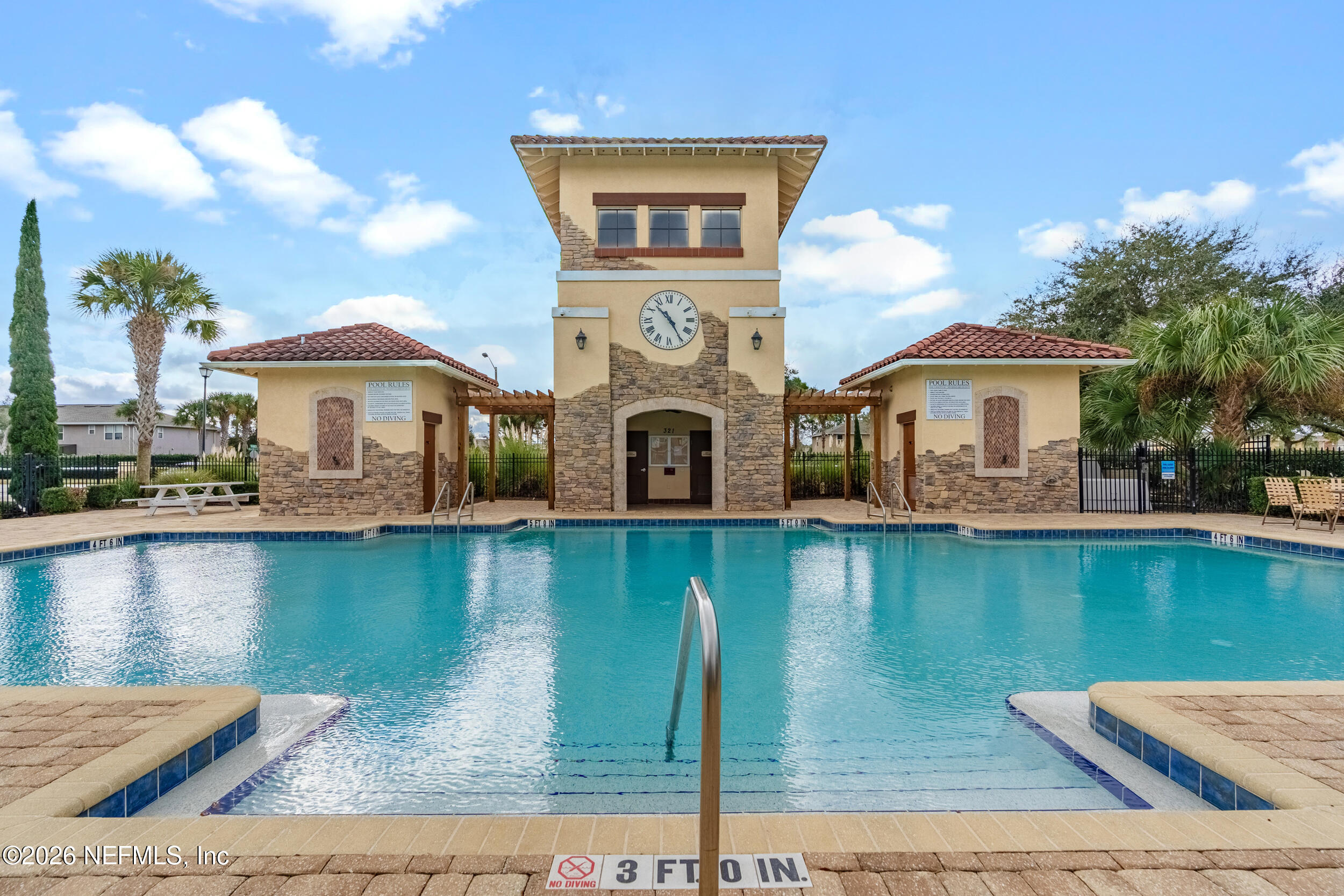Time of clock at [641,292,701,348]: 10:24
